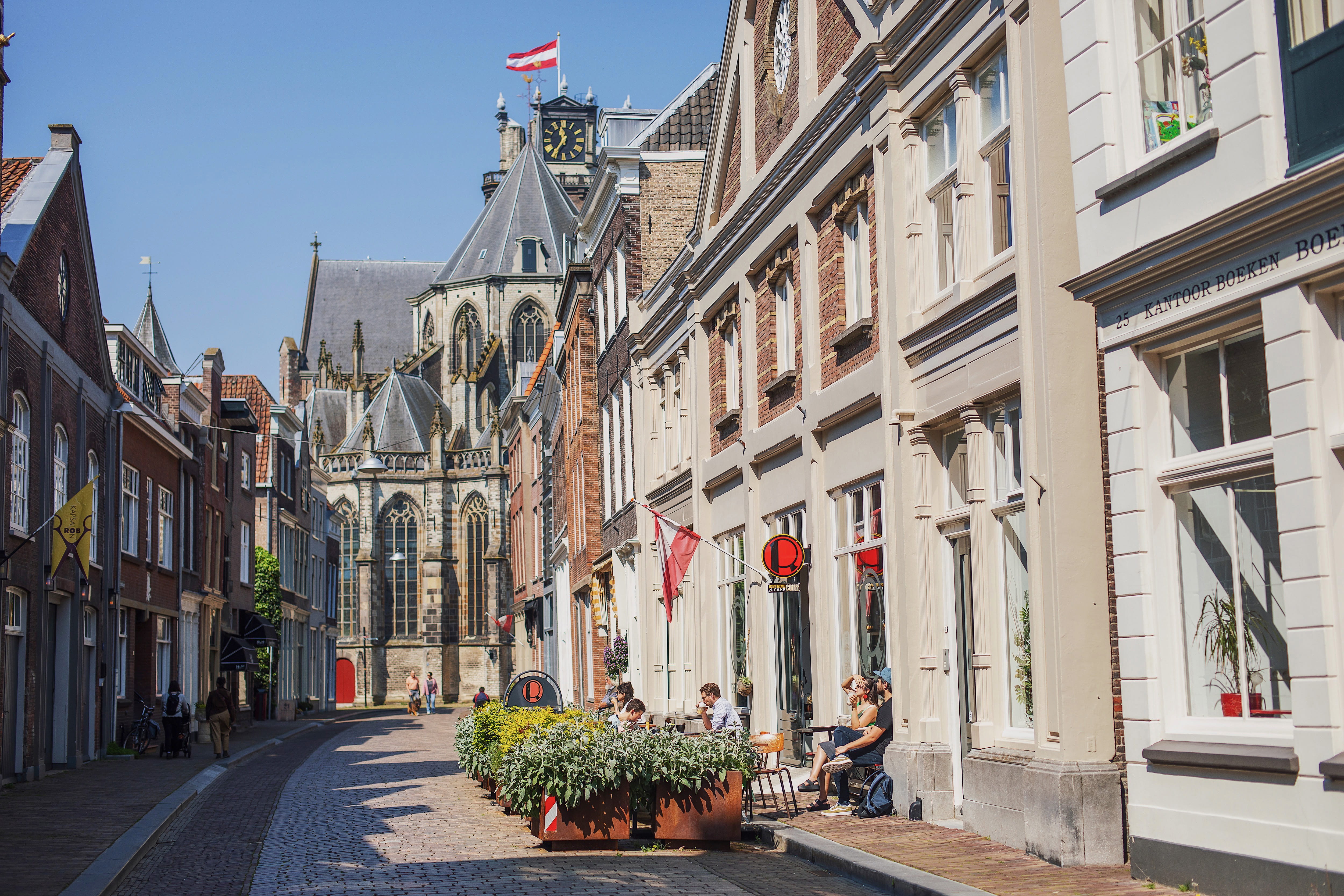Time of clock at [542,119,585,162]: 11:36
